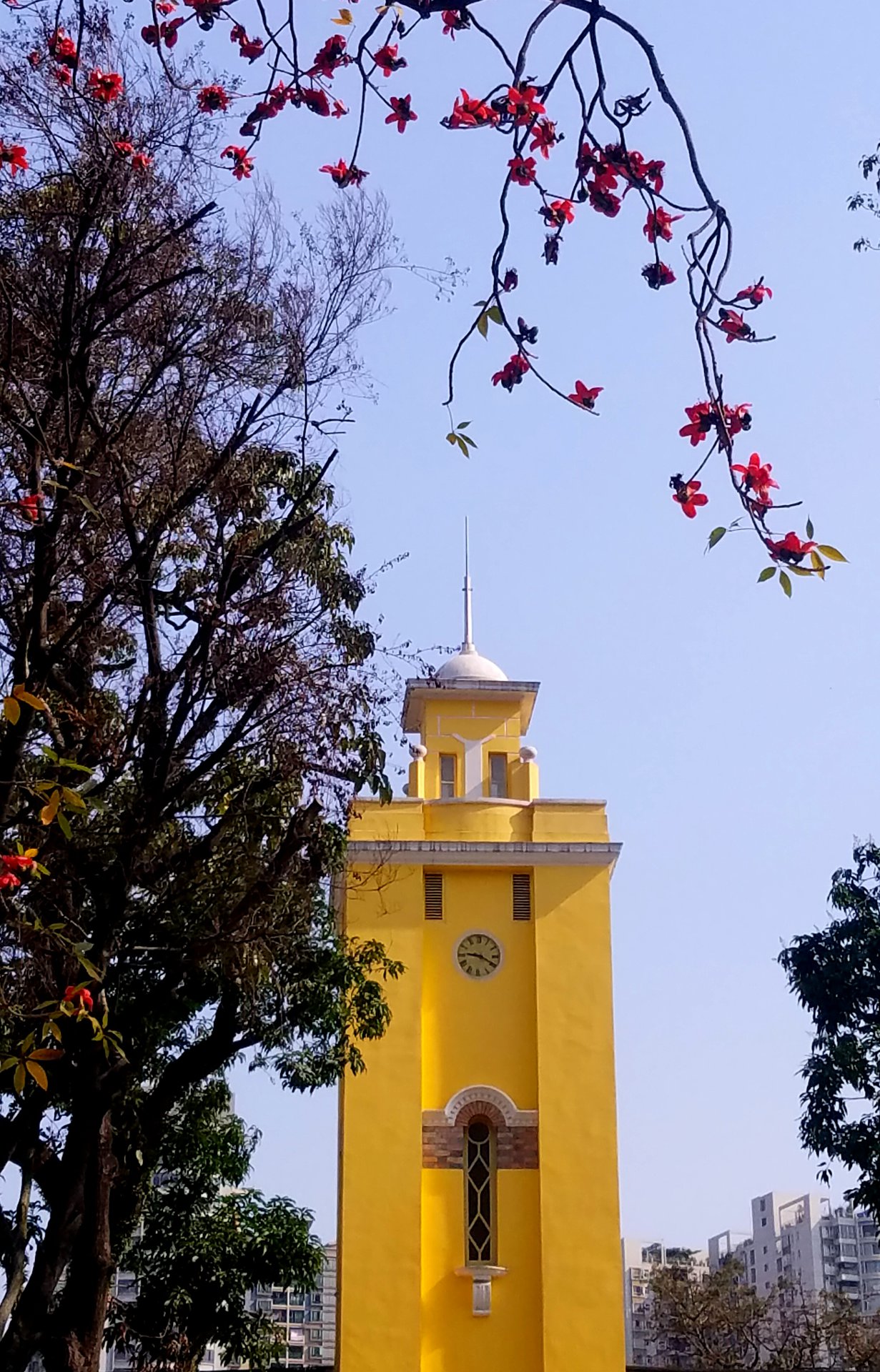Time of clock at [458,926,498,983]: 9:19
